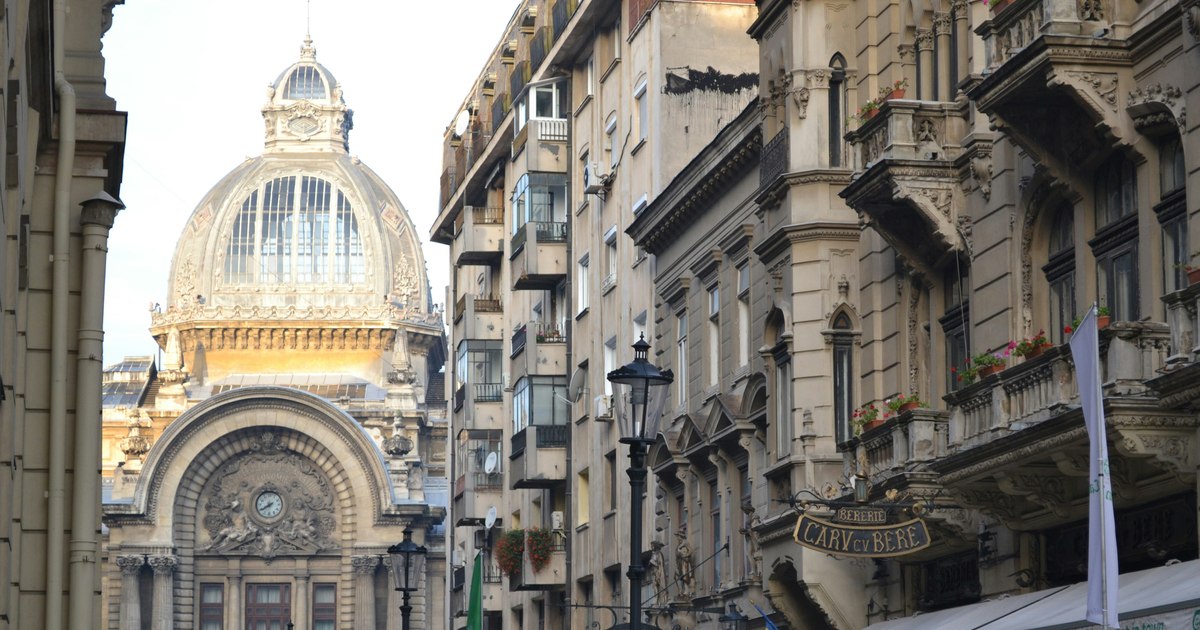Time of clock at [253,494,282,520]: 7:39
